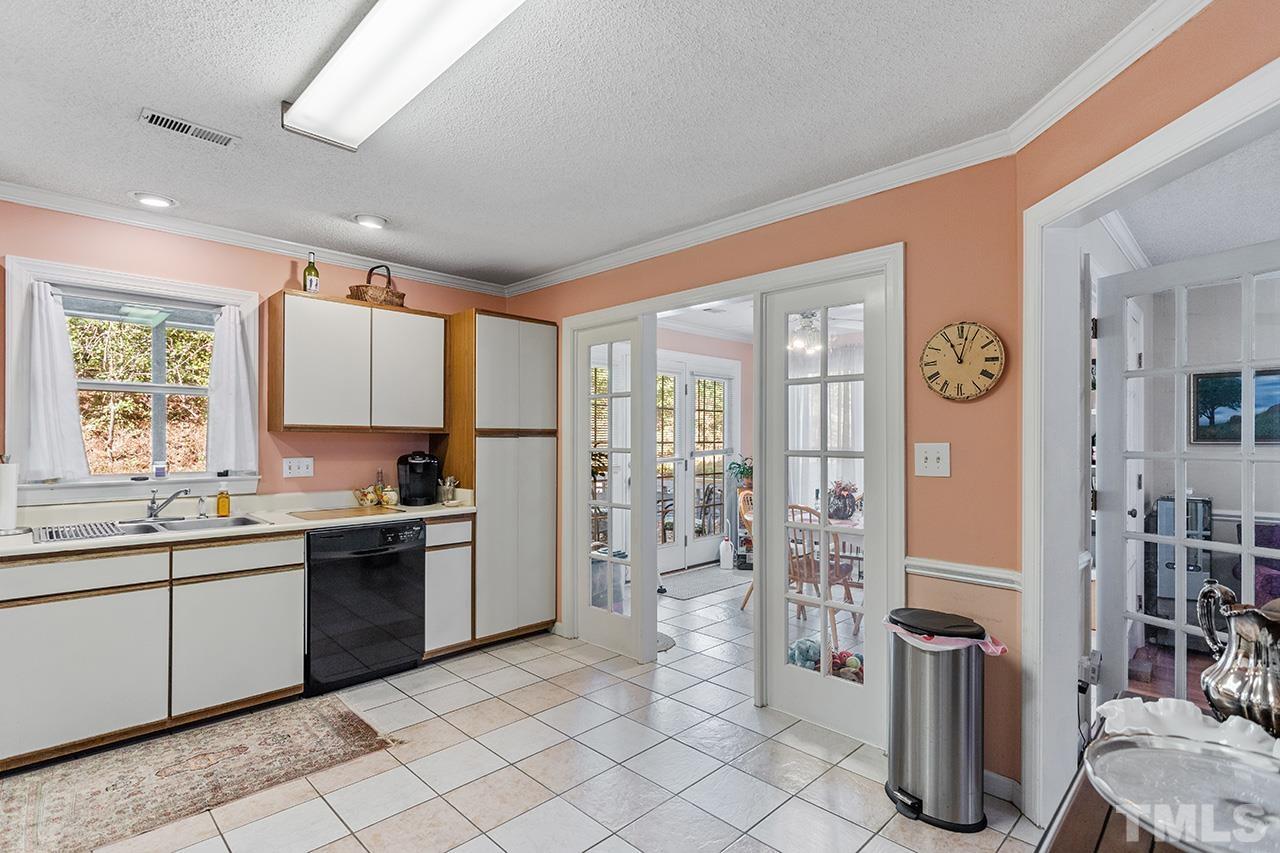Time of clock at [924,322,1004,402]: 11:02
